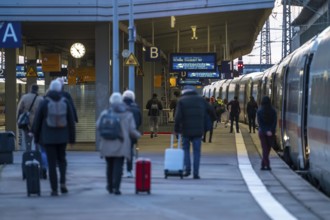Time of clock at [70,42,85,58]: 4:52
